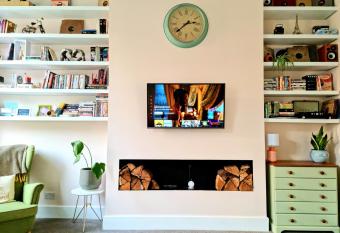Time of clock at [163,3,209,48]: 2:38
